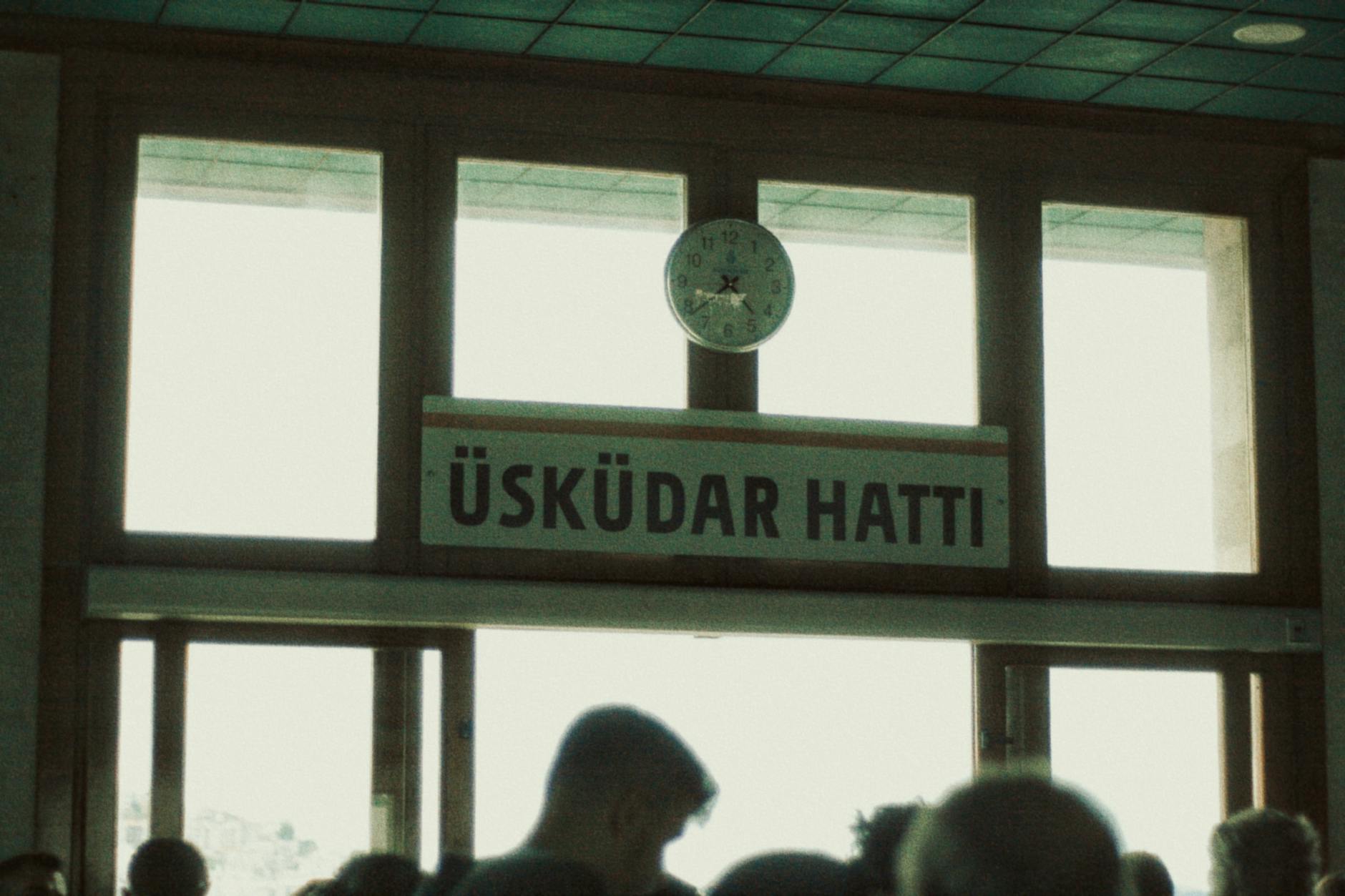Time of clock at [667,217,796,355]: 4:38
